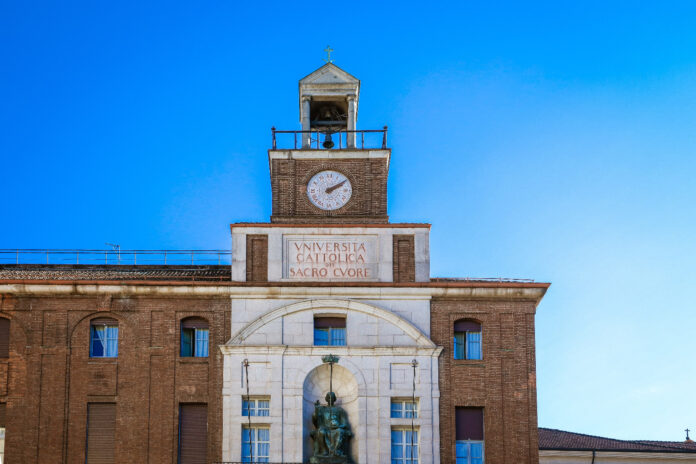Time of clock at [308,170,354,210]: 2:09
